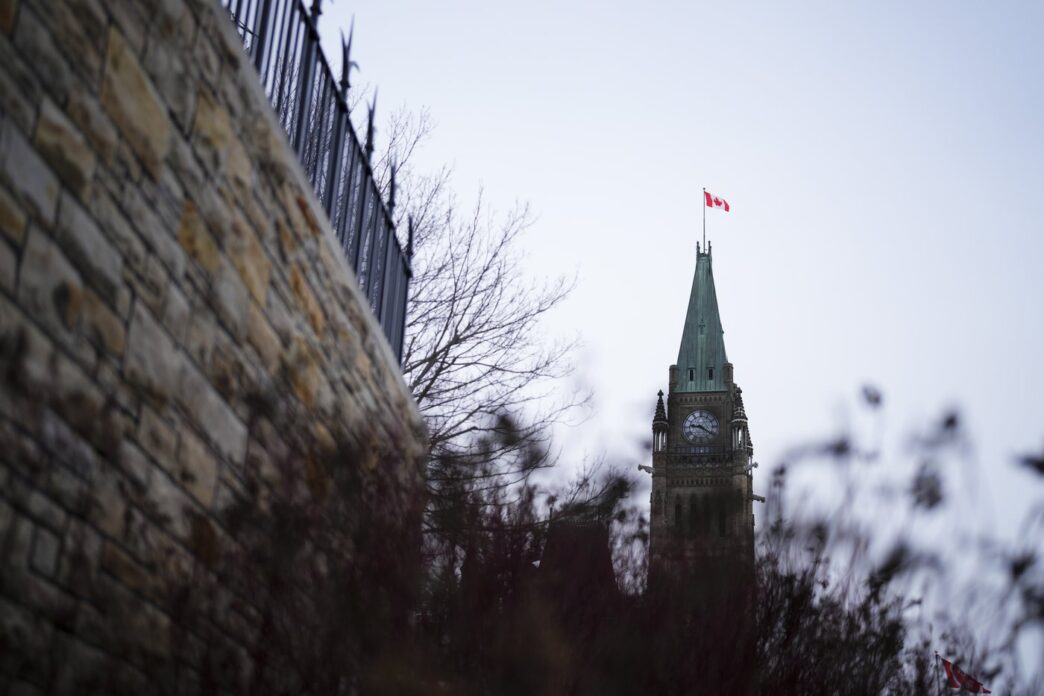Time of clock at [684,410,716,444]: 9:20
